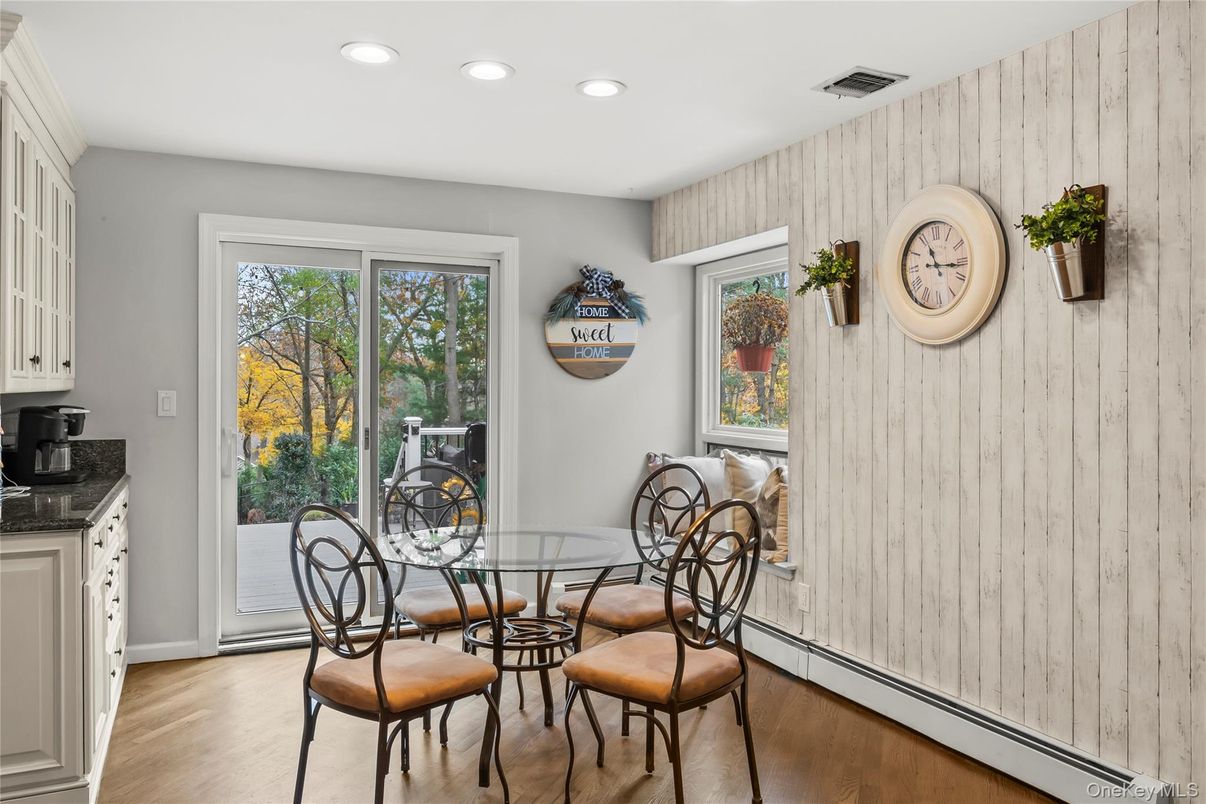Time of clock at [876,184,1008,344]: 11:16
